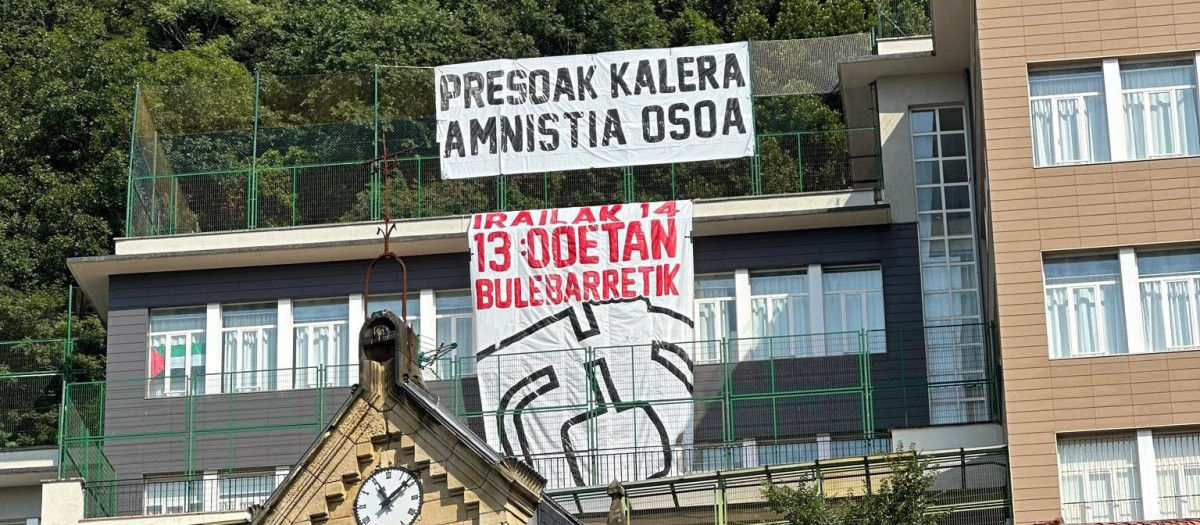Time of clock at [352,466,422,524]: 11:08
